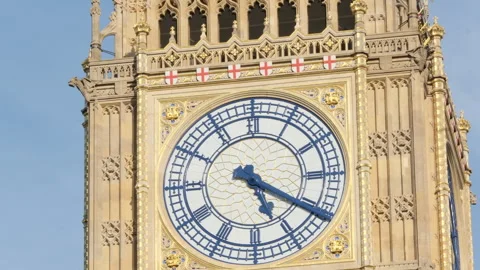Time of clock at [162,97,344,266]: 5:20
